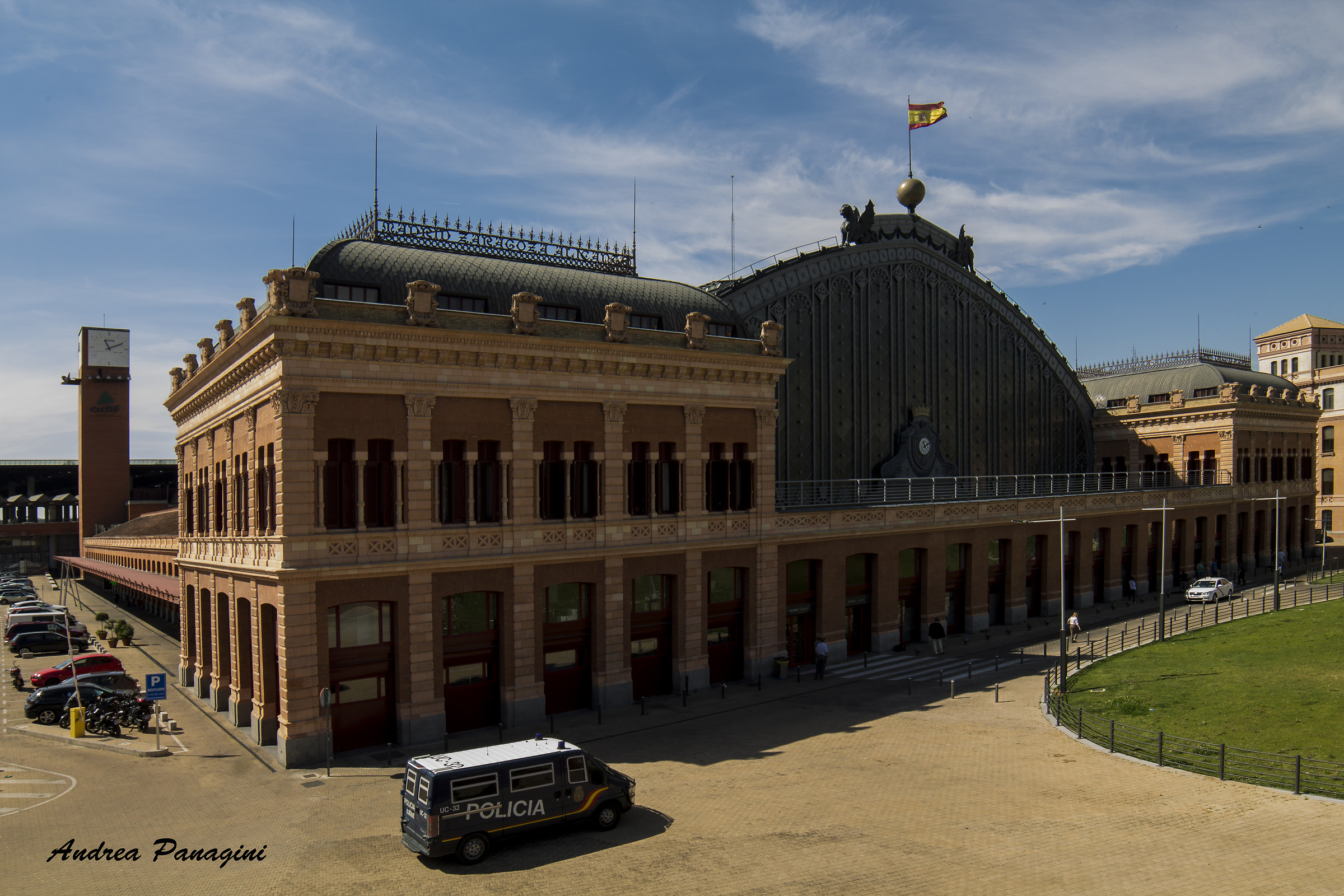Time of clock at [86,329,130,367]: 11:10
